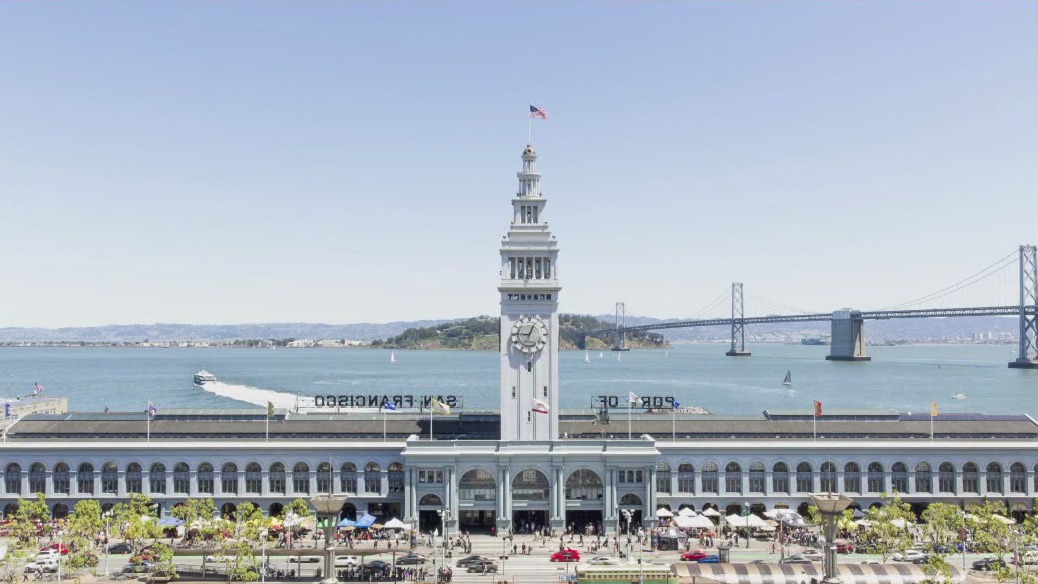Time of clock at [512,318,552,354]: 12:46
